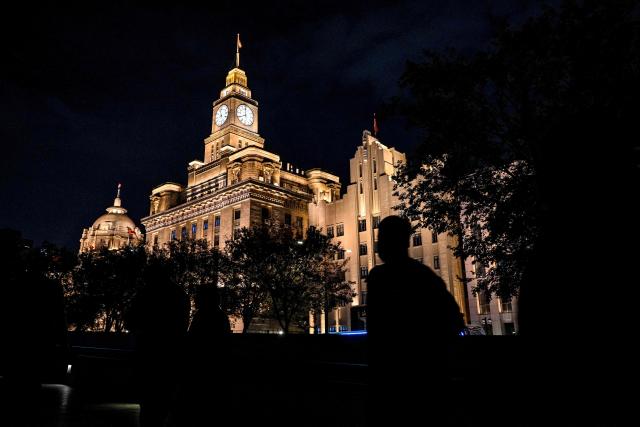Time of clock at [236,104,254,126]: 7:59
